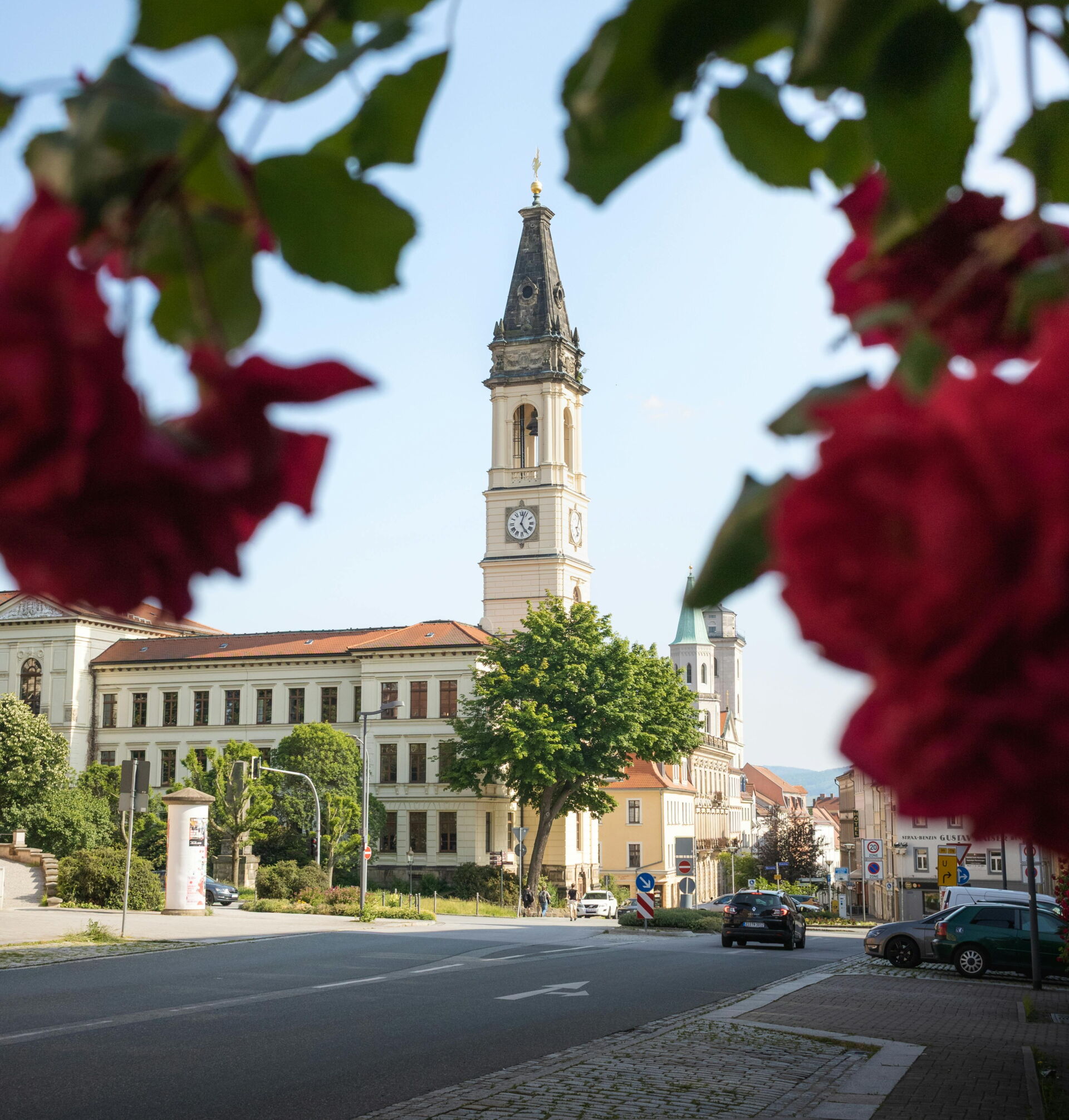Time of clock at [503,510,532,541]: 5:03
